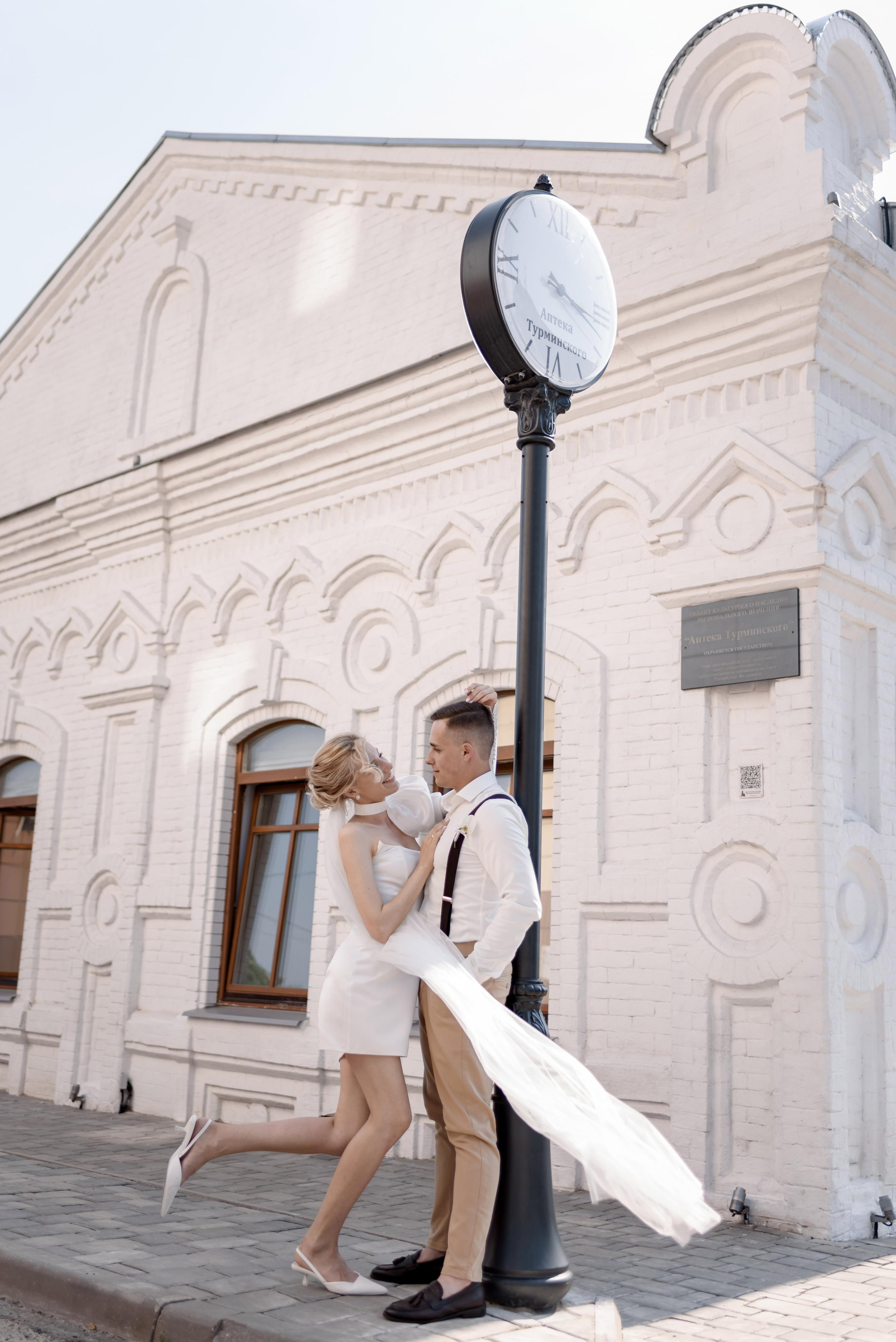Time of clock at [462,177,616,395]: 3:17
